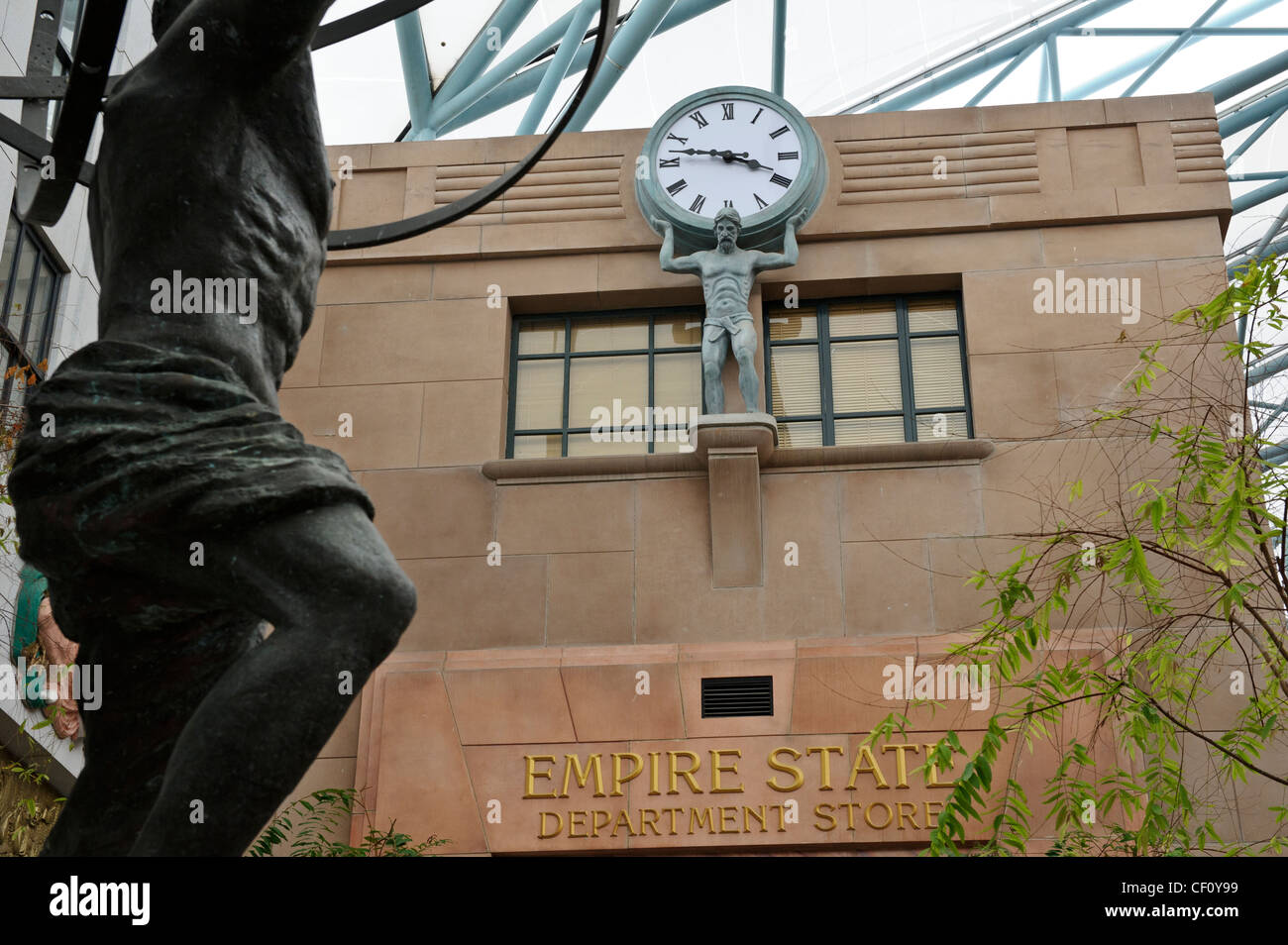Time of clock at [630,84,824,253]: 3:46
